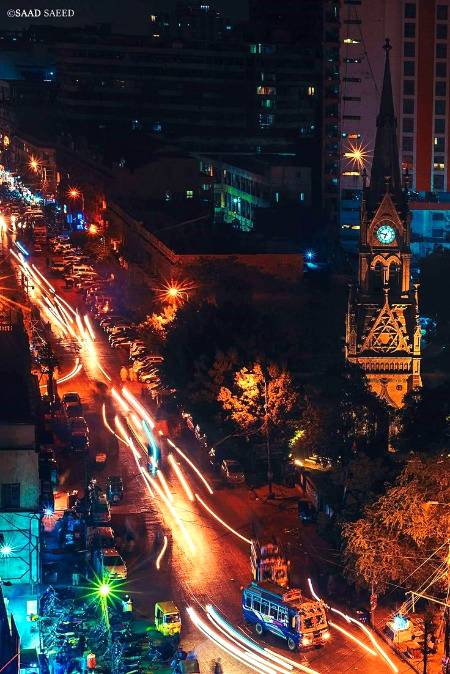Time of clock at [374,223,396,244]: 6:47
